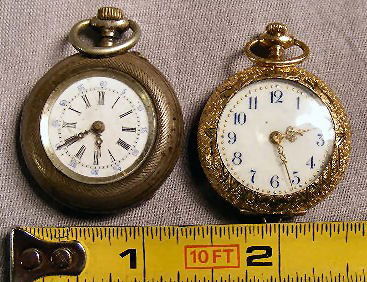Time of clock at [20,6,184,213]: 5:40
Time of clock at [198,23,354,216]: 2:26
